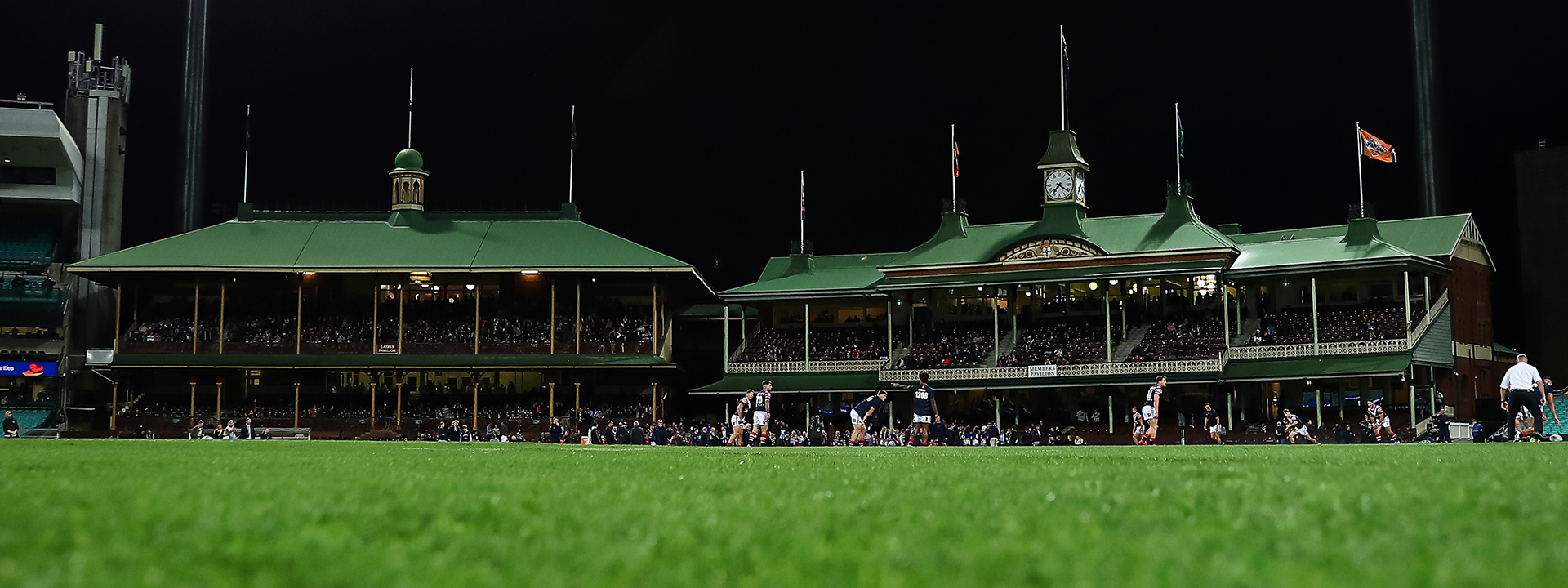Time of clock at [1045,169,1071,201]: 7:20
